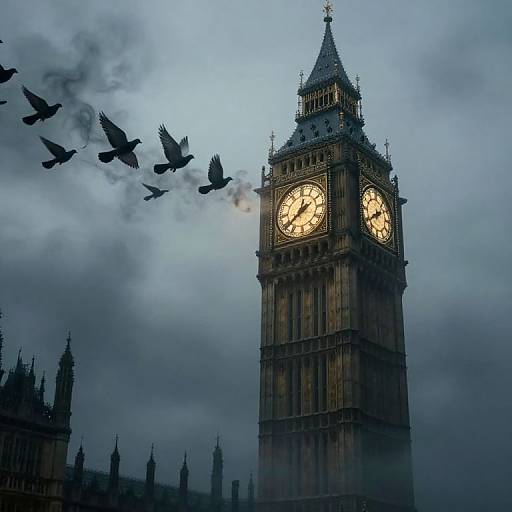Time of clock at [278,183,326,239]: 12:38
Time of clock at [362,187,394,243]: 1:39
